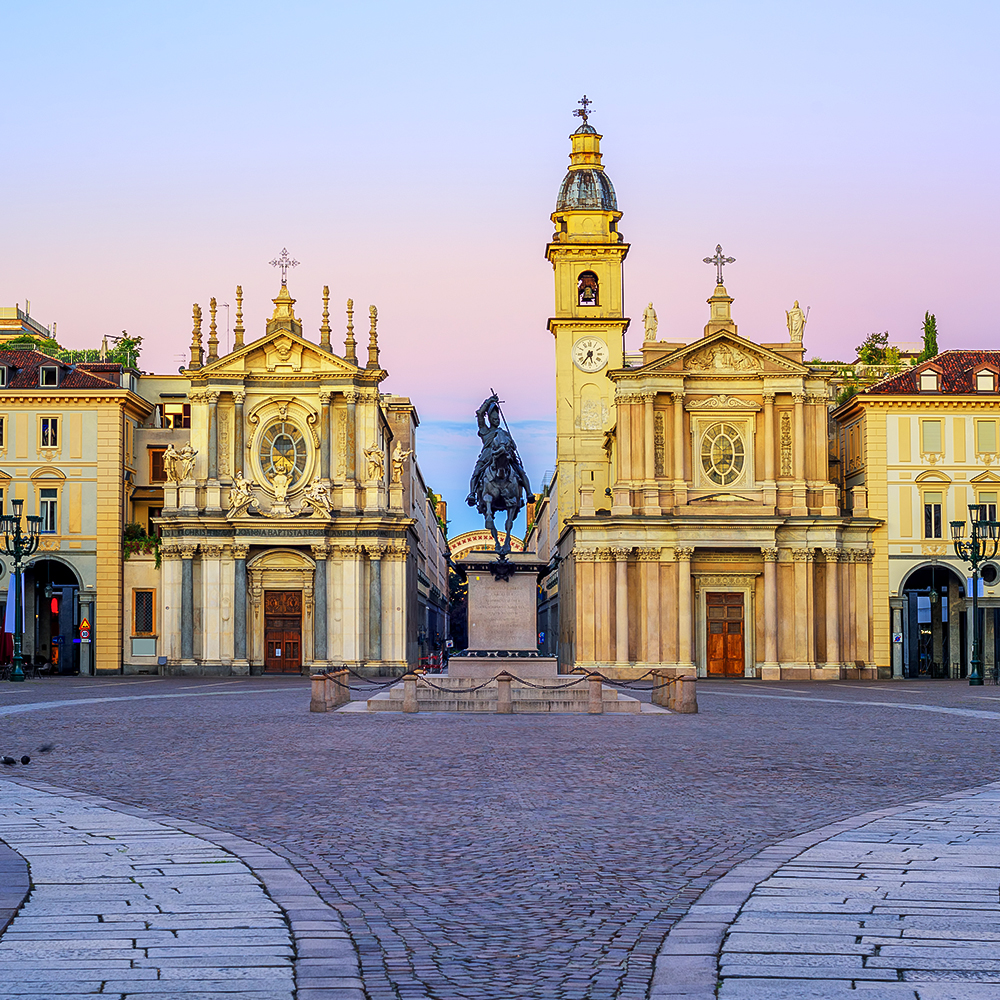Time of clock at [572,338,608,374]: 5:36
